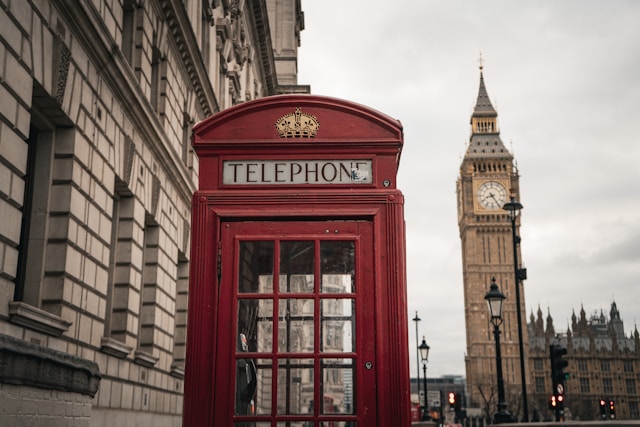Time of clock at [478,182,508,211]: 8:24
